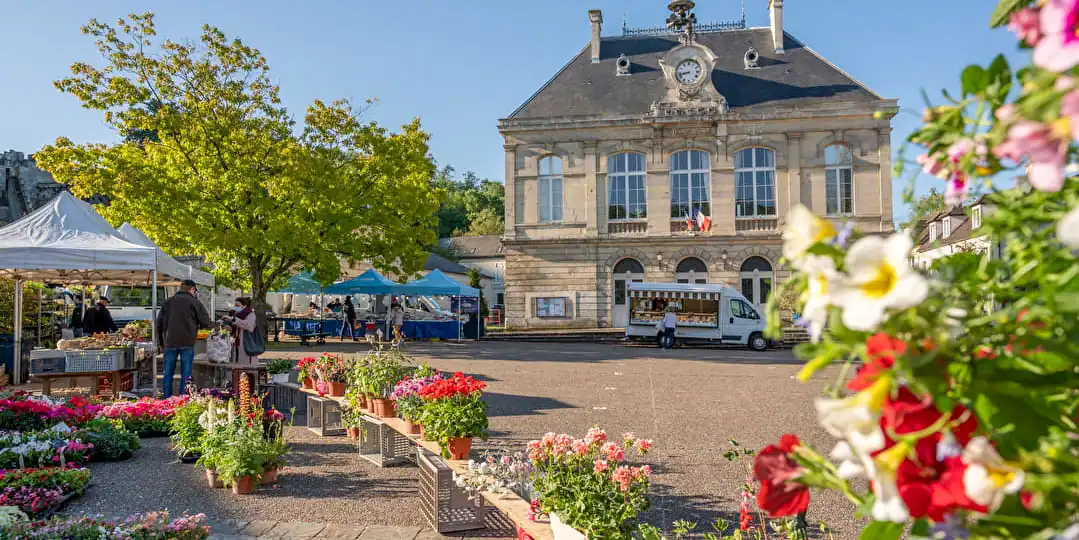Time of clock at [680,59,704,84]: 8:42
